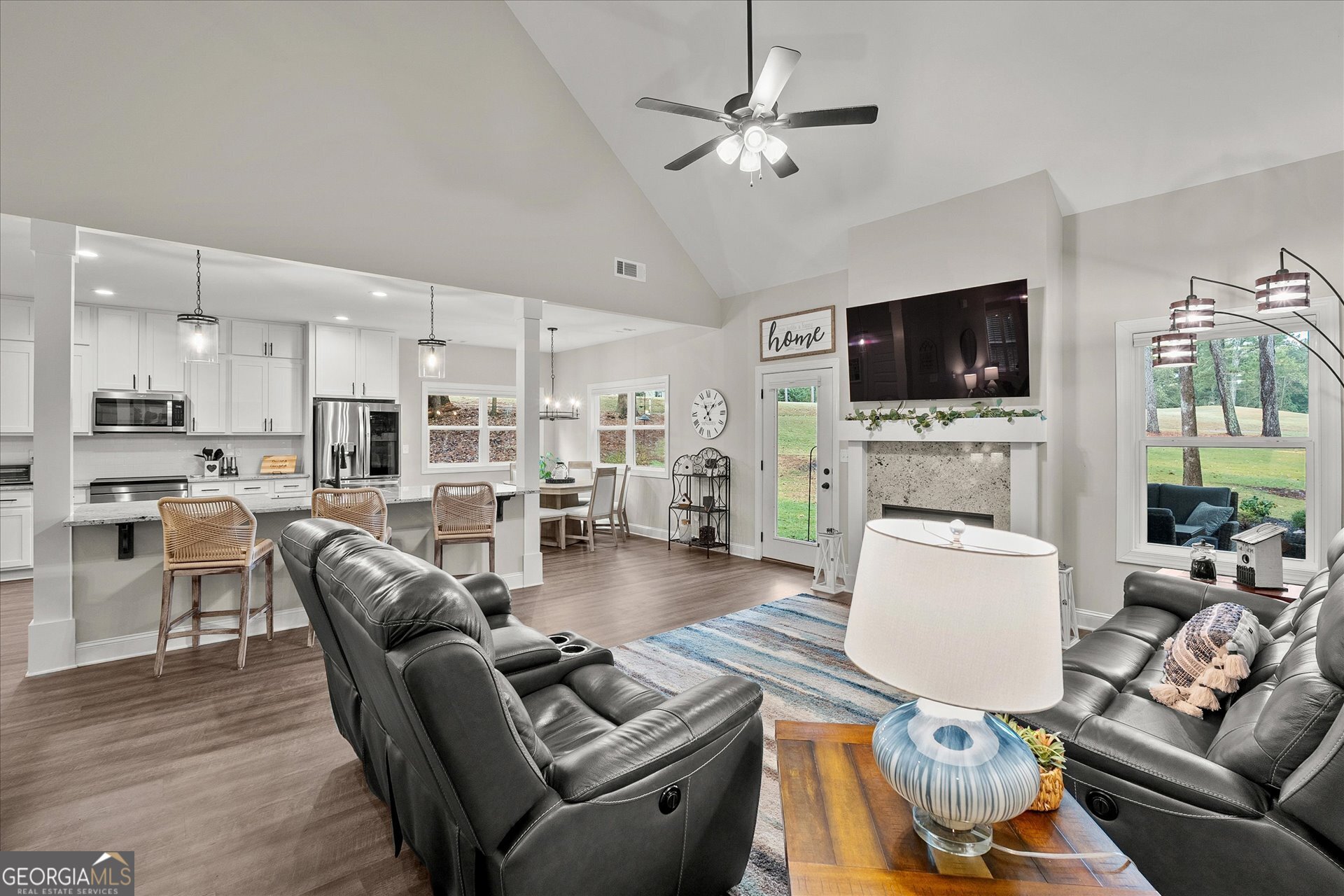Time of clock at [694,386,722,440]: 11:07
